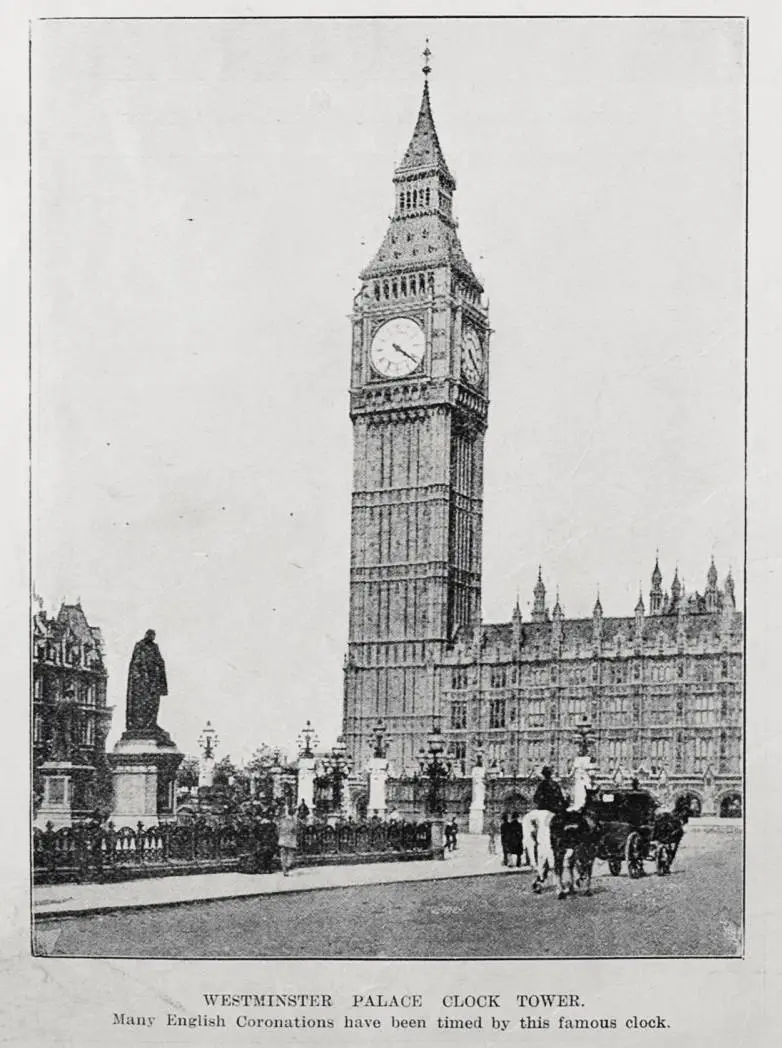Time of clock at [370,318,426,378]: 4:21
